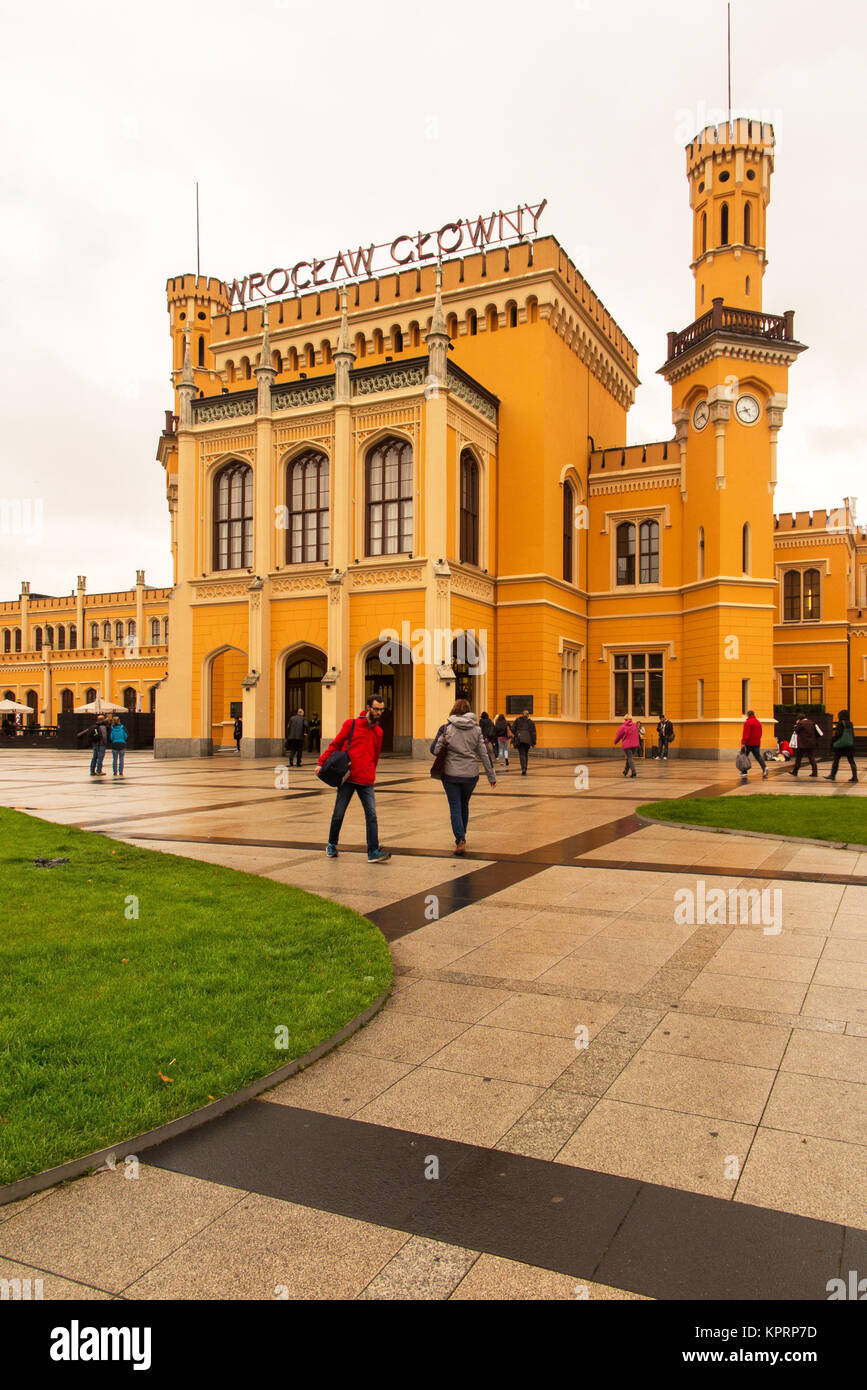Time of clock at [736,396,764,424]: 4:42
